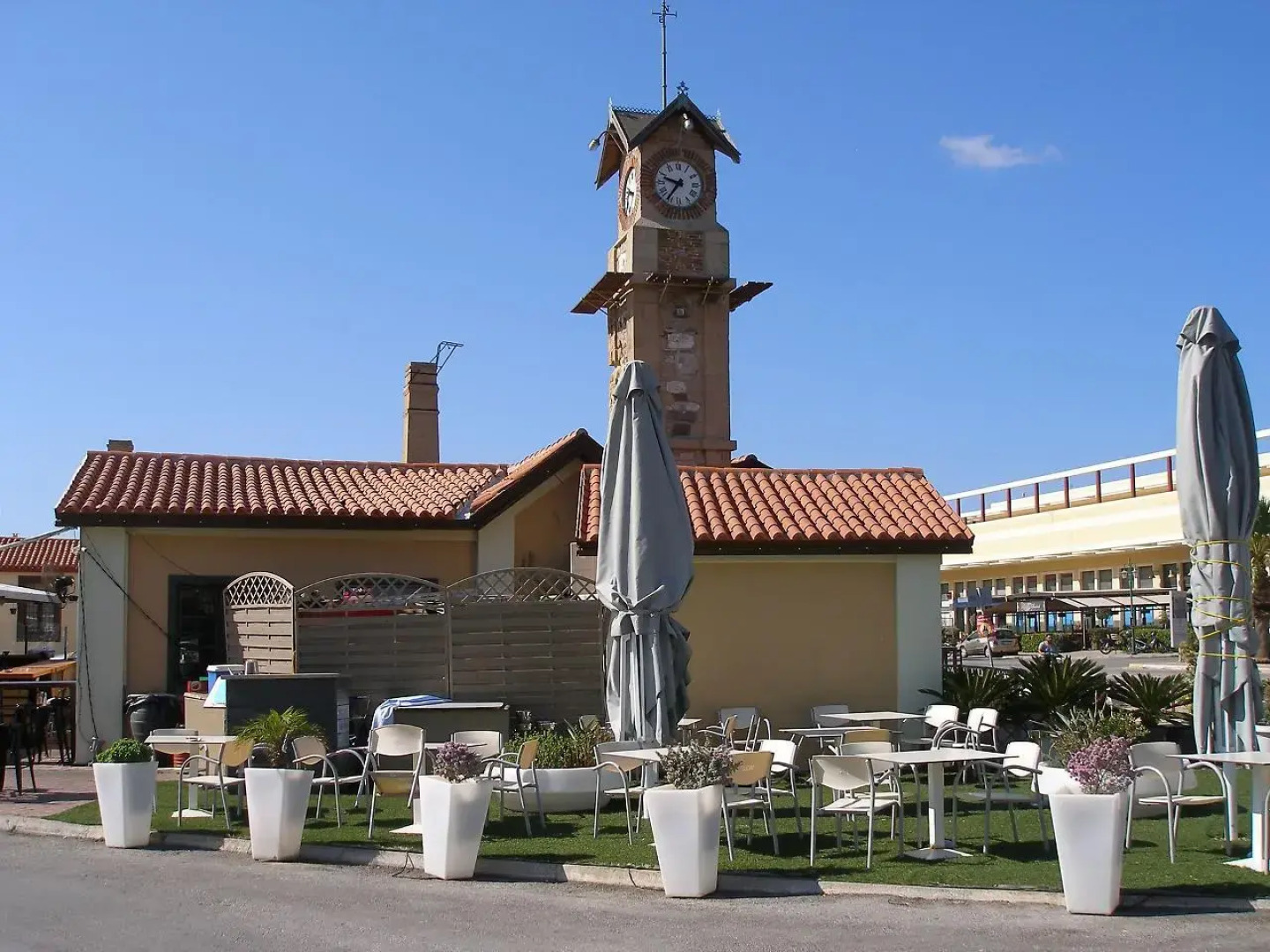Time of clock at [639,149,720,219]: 9:35
